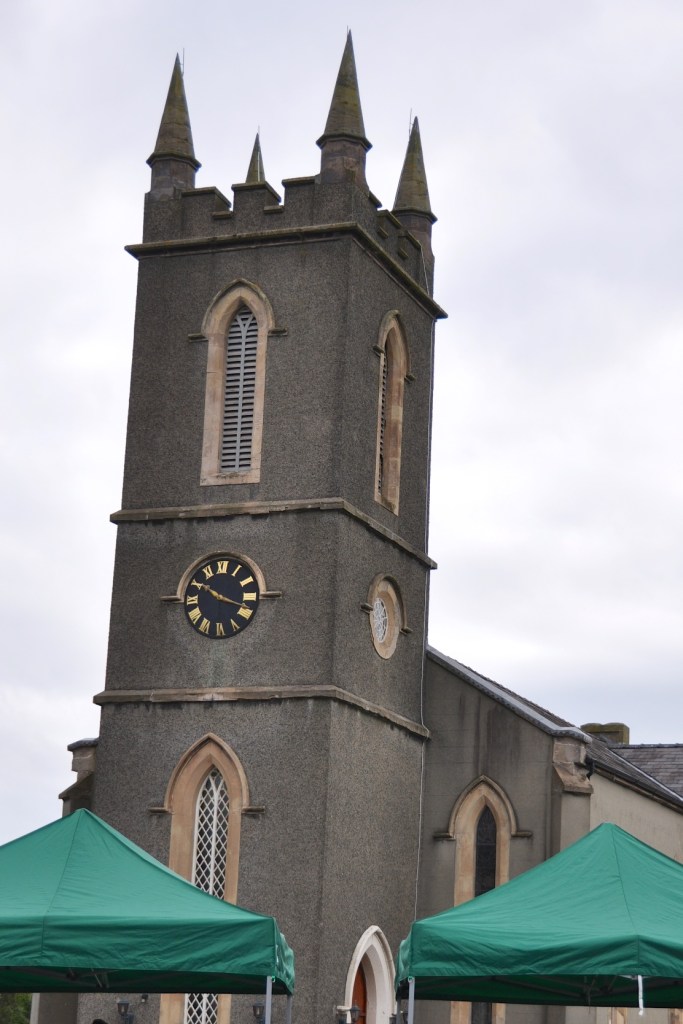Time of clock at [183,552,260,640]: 10:18
